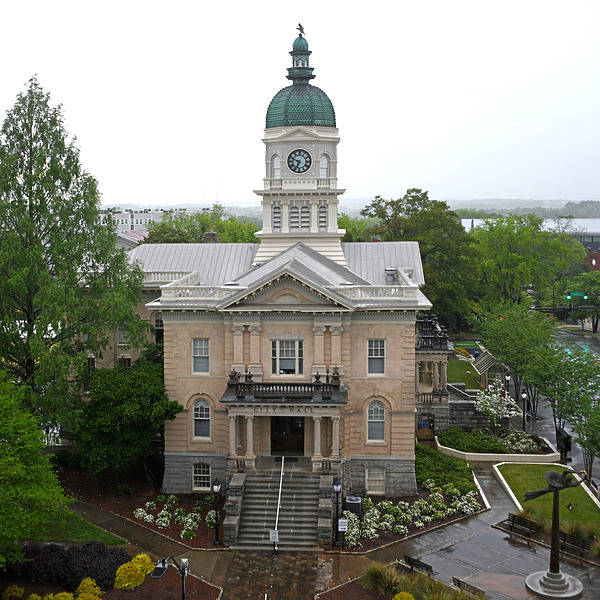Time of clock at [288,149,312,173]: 6:48
